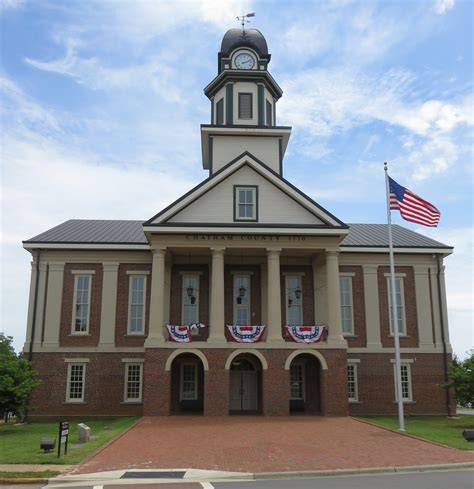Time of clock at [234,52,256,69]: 2:11
